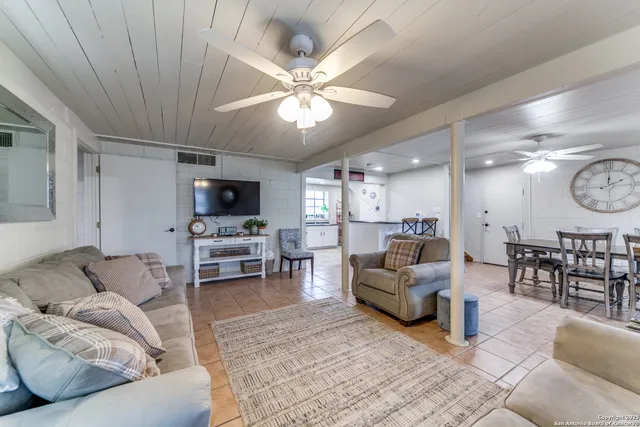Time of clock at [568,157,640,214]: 2:00
